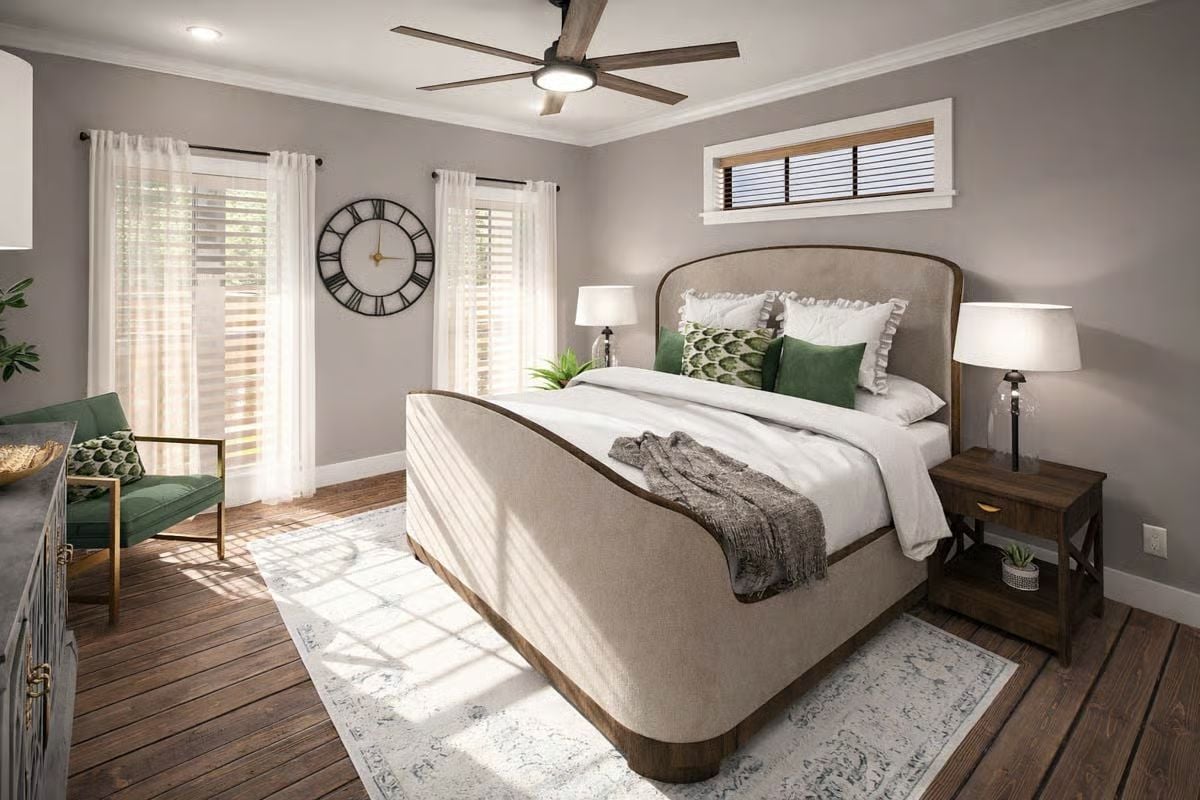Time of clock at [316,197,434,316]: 3:00
